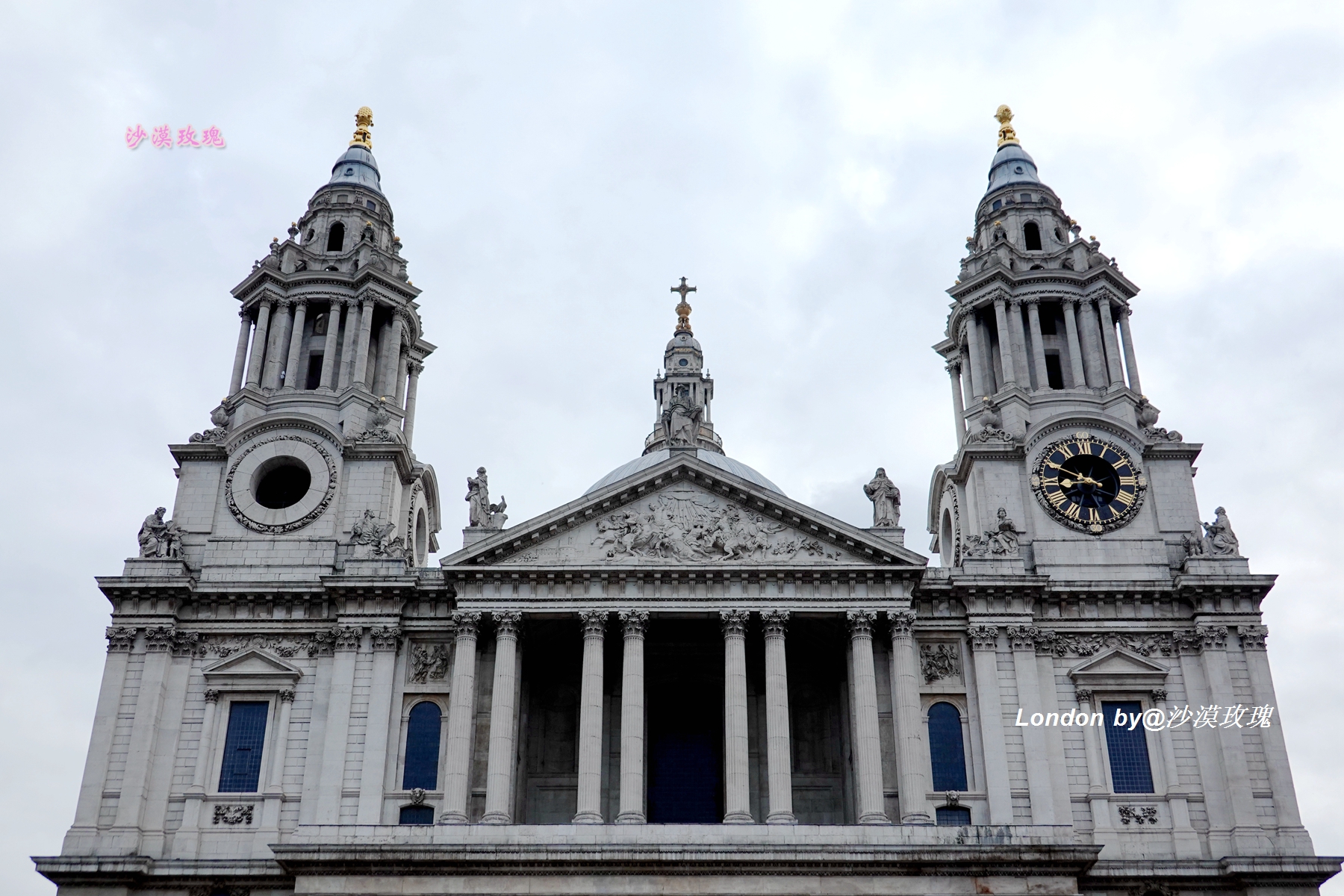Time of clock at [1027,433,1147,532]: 8:49
